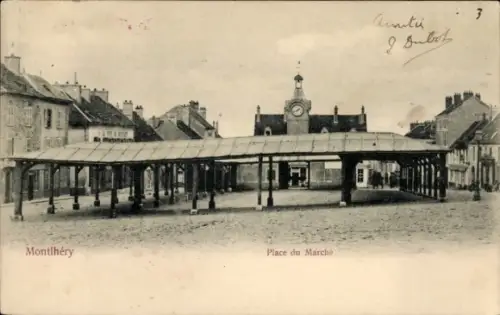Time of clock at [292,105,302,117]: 1:42
